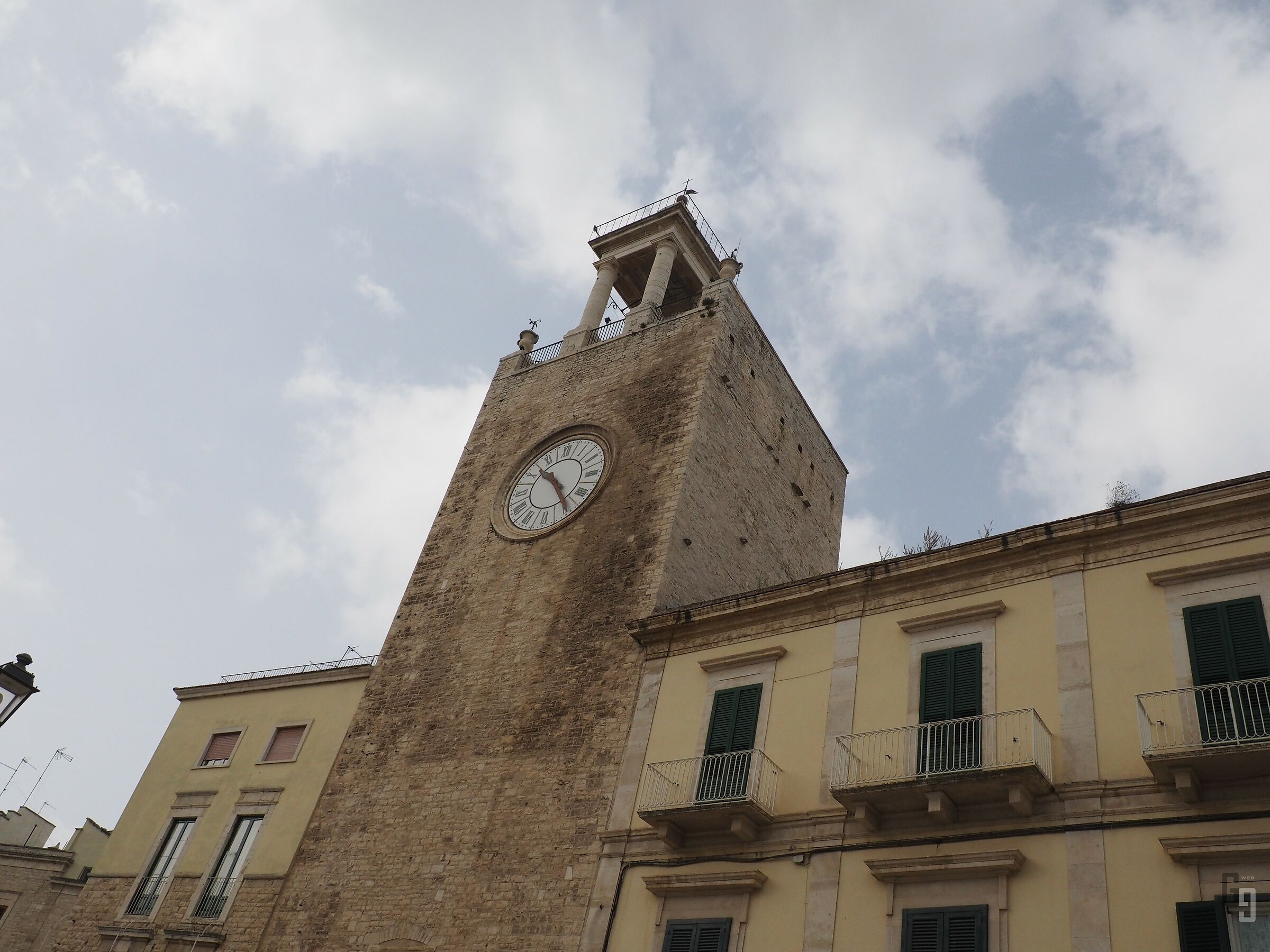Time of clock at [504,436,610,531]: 10:24
